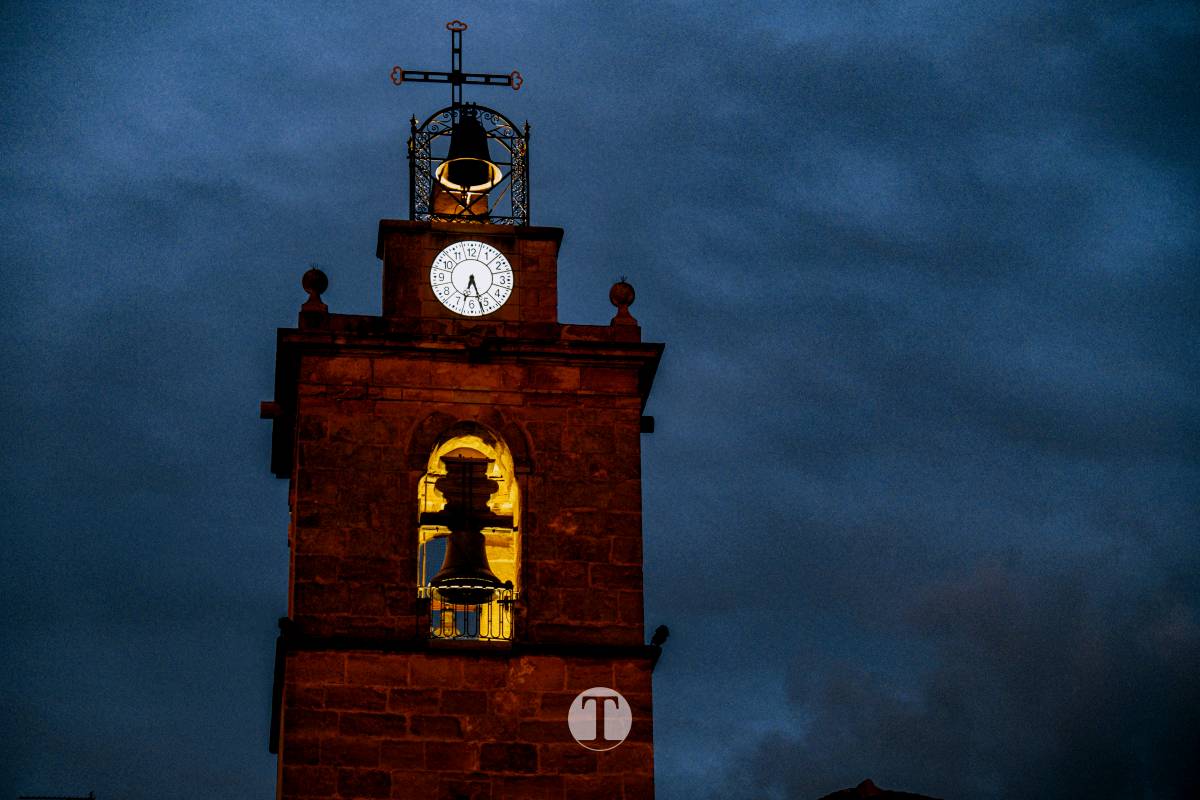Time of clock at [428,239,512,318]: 6:26
